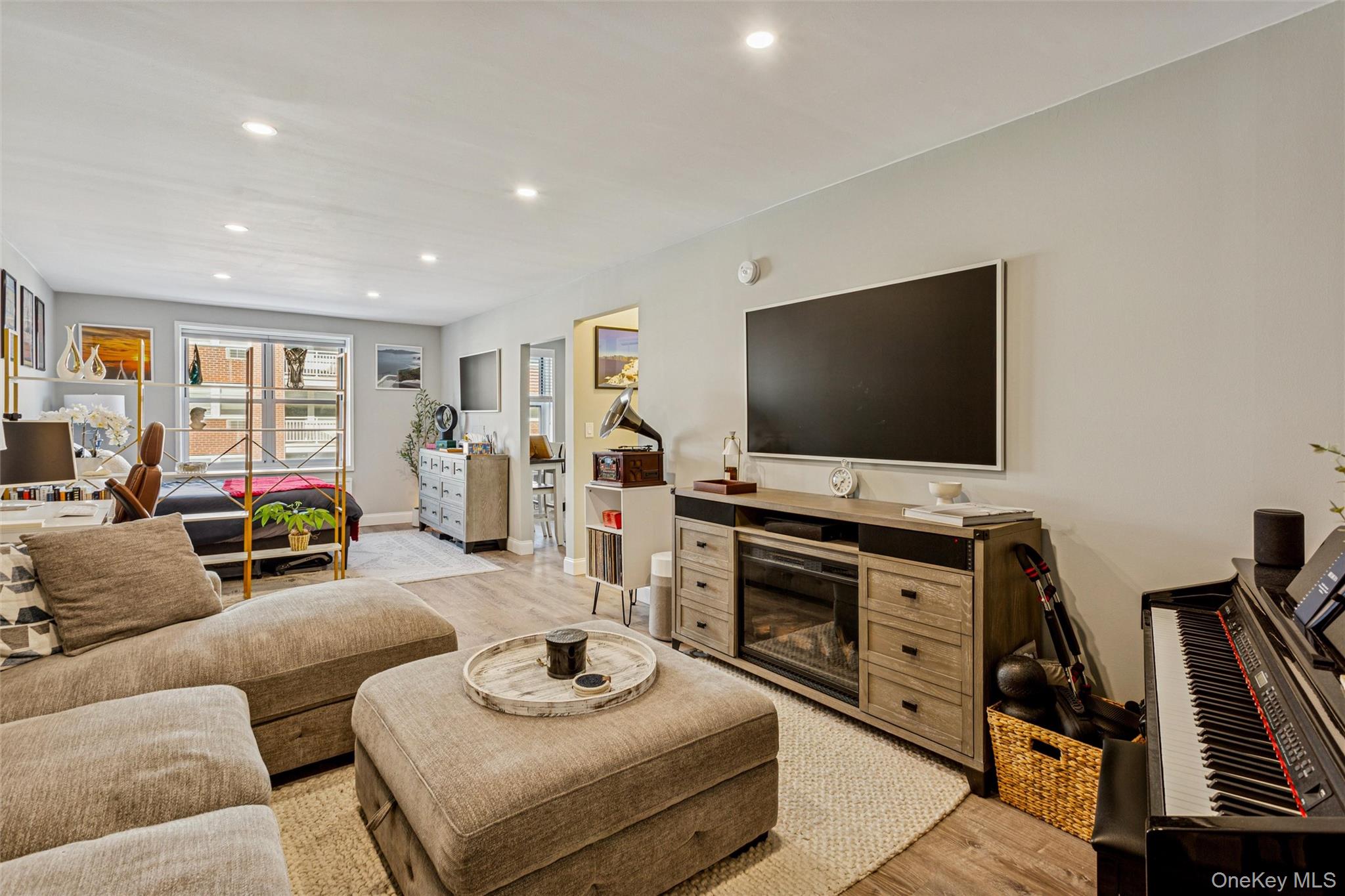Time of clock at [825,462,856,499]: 1:34
